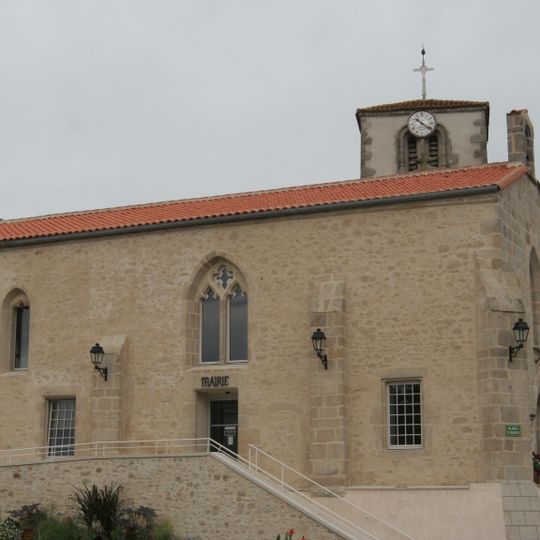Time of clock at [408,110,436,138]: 10:21
